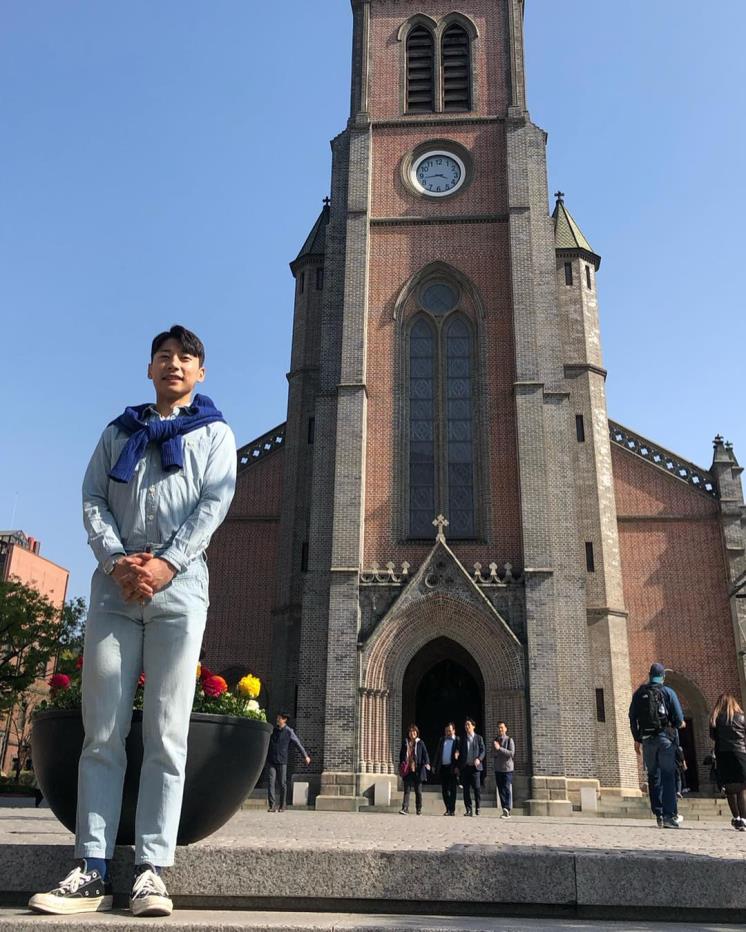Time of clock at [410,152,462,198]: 3:43
